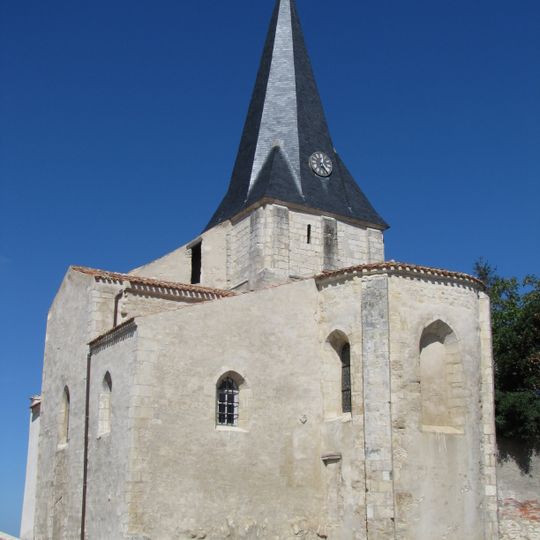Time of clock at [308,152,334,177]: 12:24
